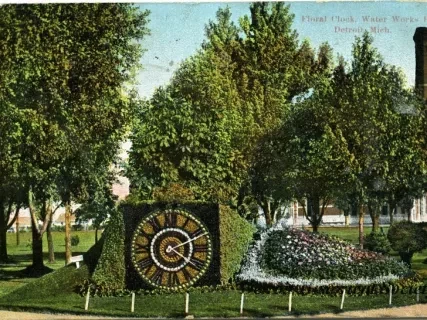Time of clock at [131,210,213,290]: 4:10
